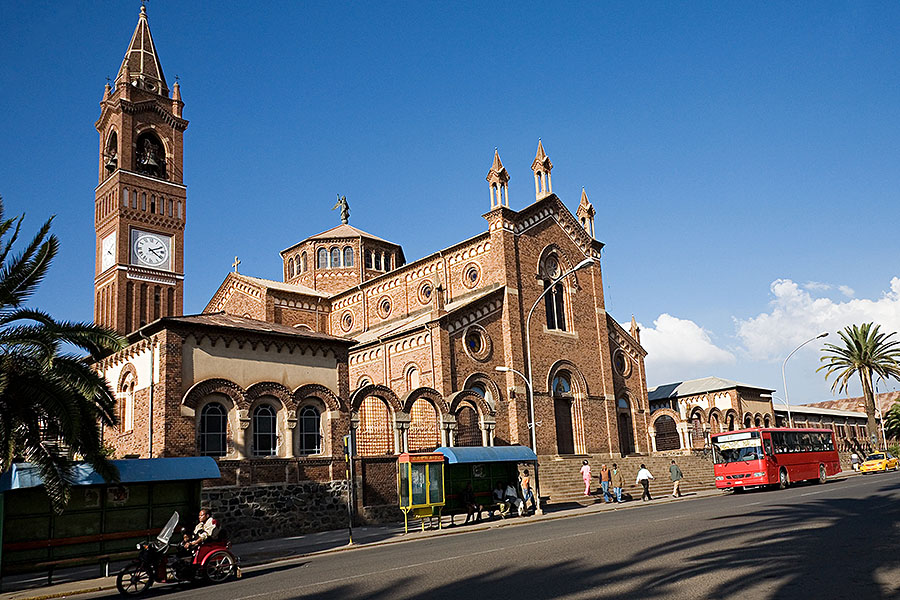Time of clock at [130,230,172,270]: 4:10
